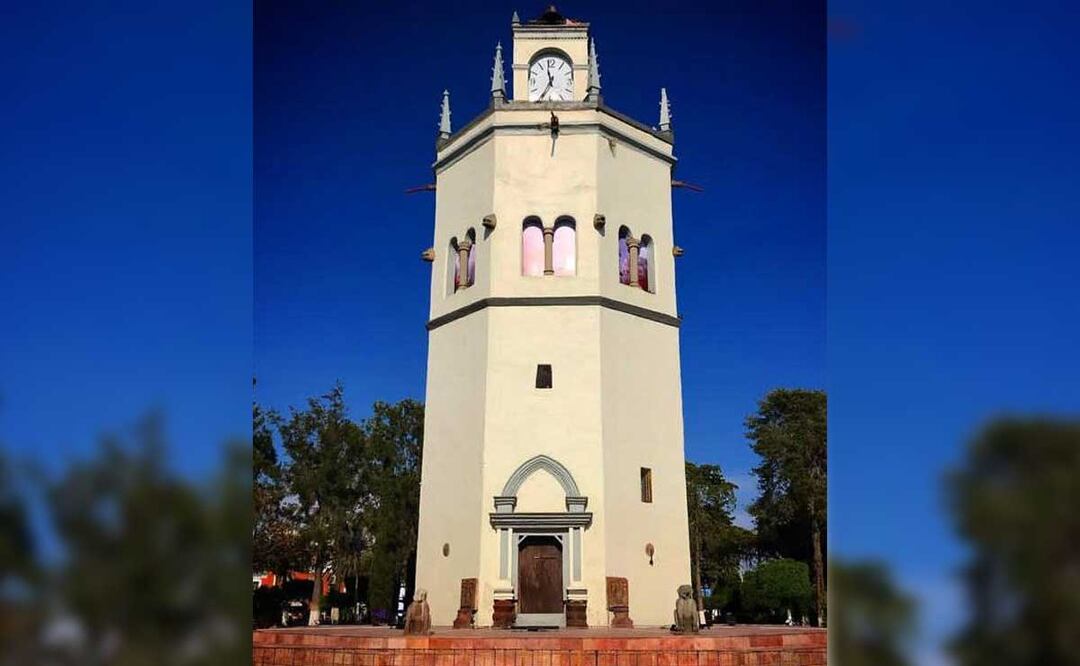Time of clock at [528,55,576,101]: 11:34
